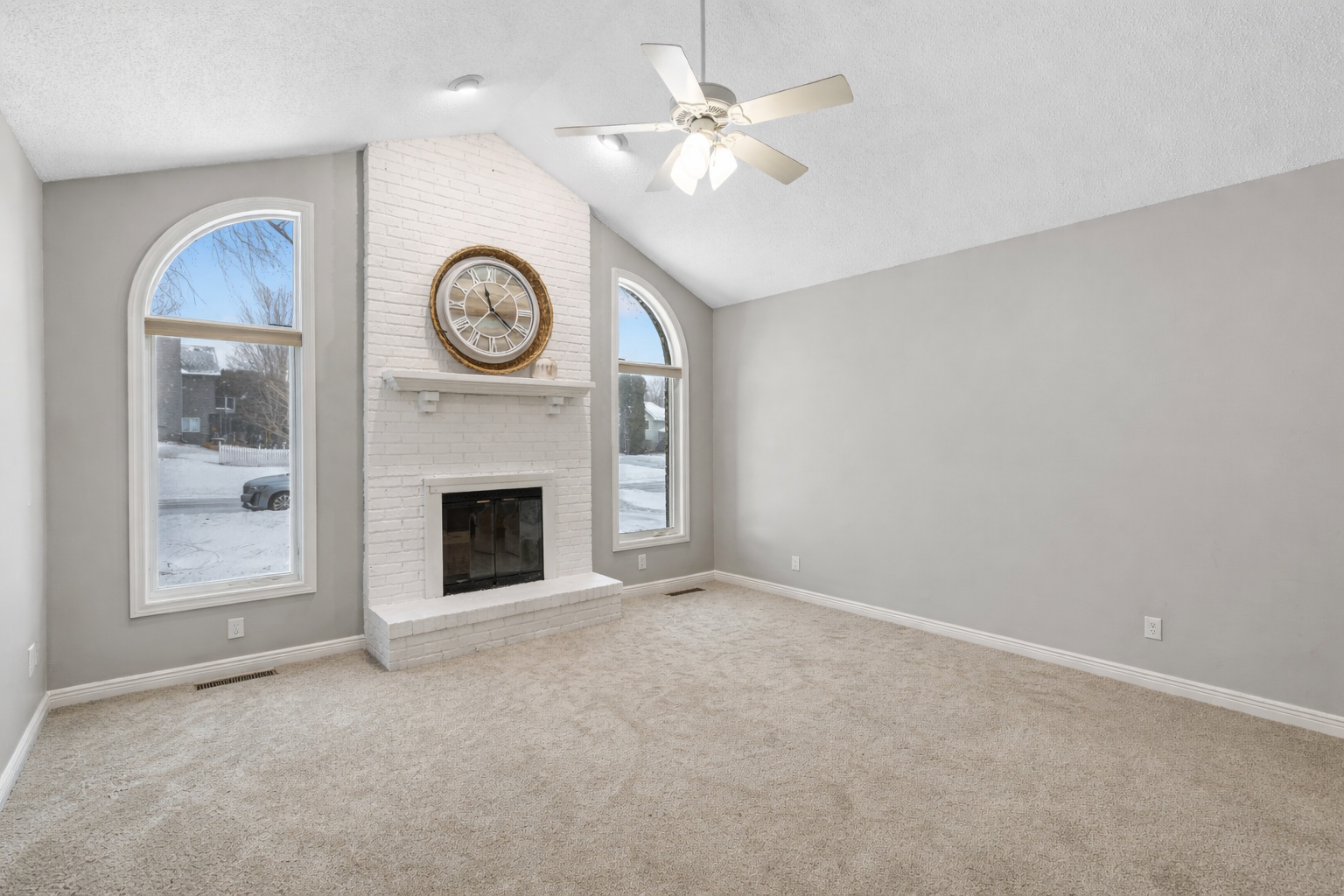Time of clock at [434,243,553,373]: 11:21
